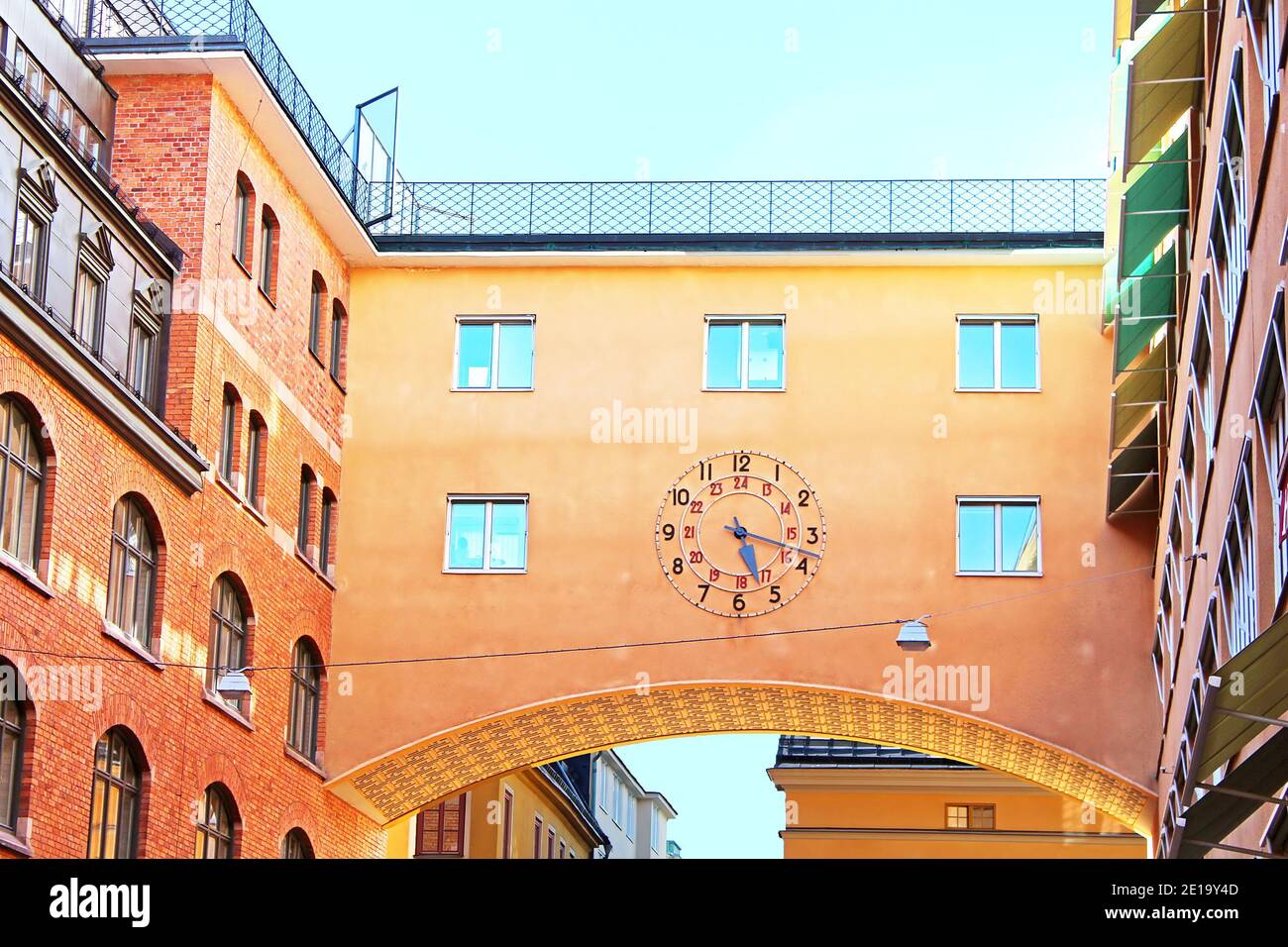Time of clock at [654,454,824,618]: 5:17
